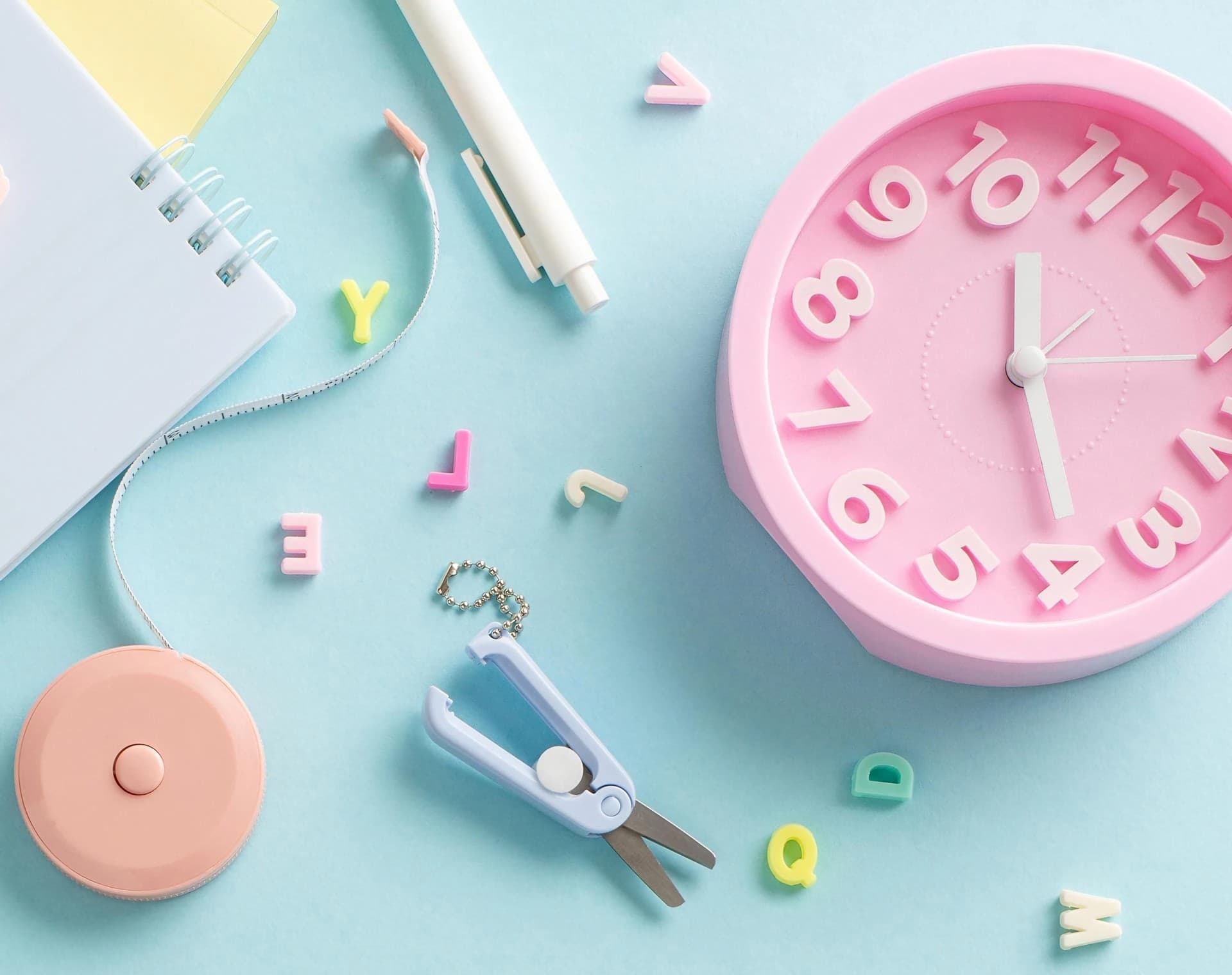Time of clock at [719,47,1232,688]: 12:29
